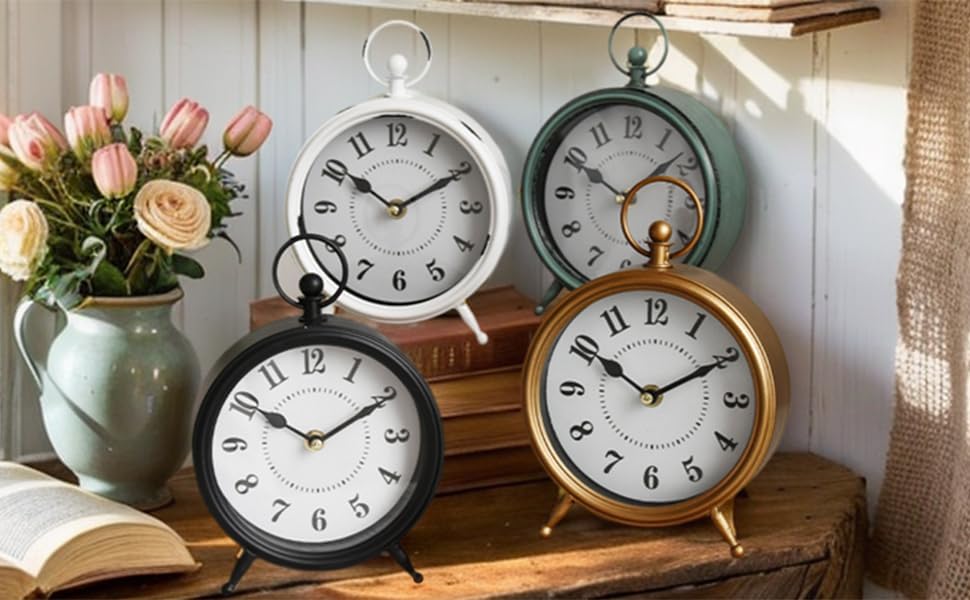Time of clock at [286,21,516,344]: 10:10
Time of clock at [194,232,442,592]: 10:10
